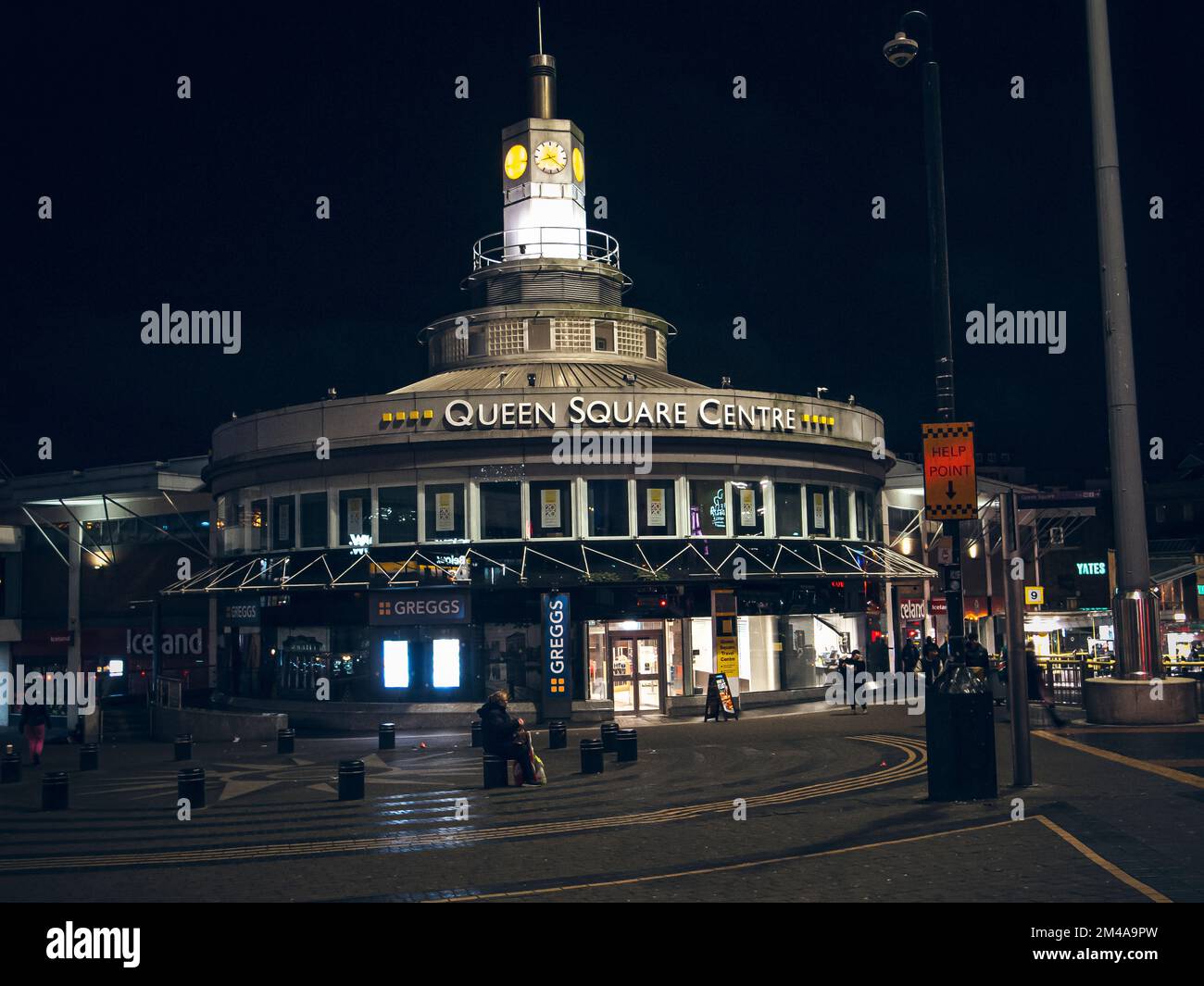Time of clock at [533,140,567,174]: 8:21
